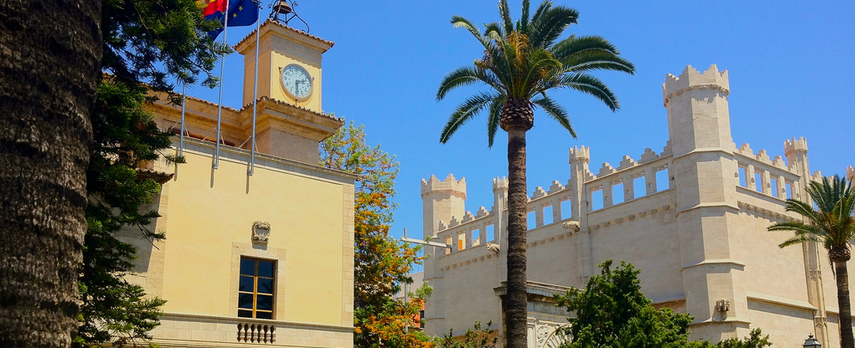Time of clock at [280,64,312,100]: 2:29
